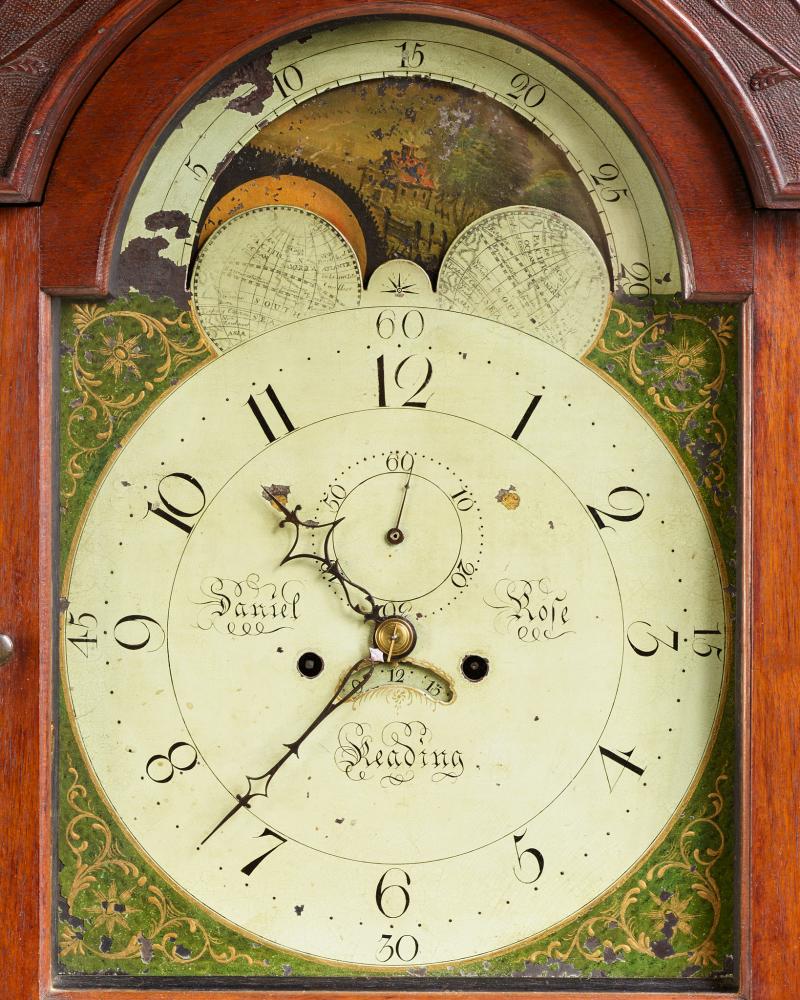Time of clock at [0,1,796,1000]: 10:36
